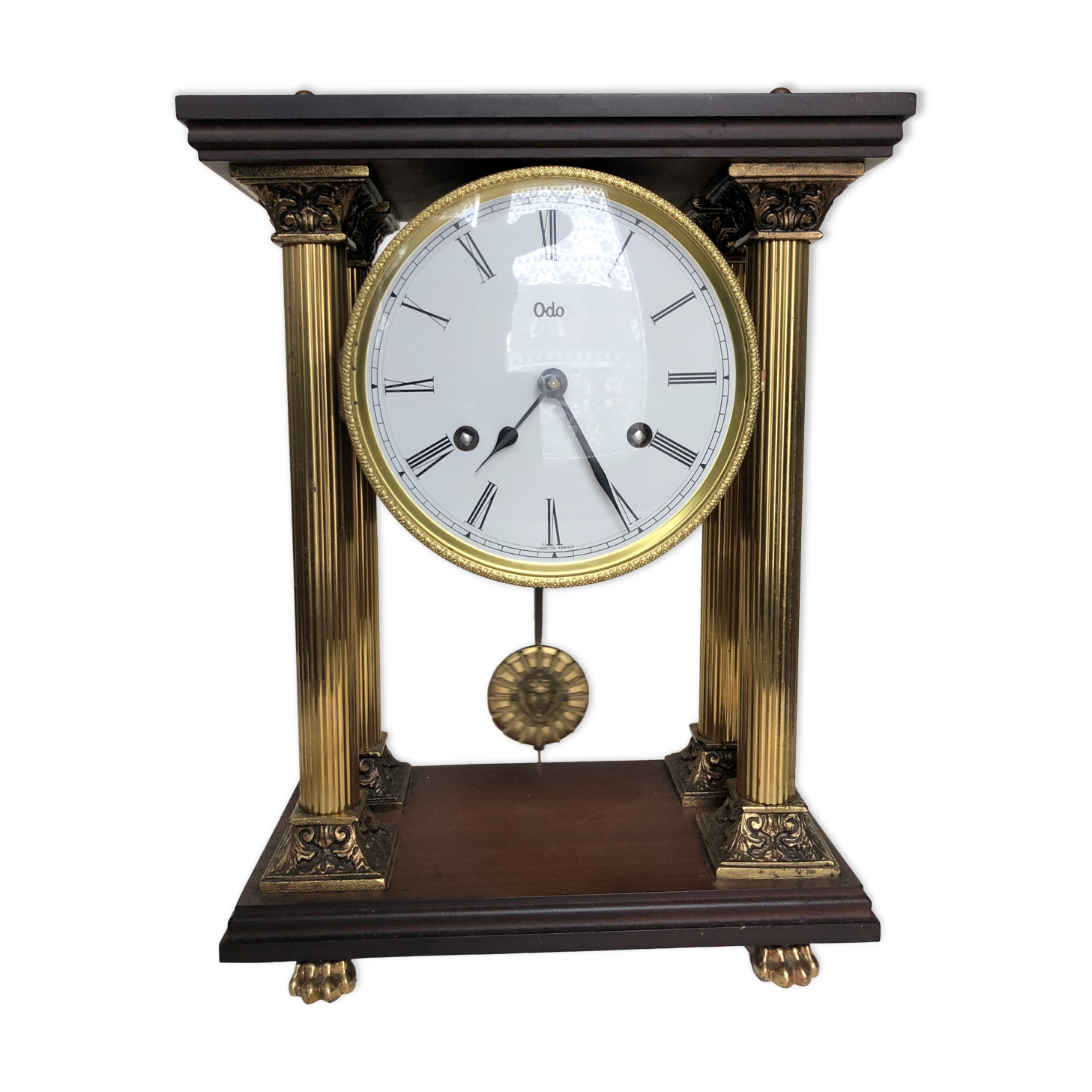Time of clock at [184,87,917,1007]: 7:24
